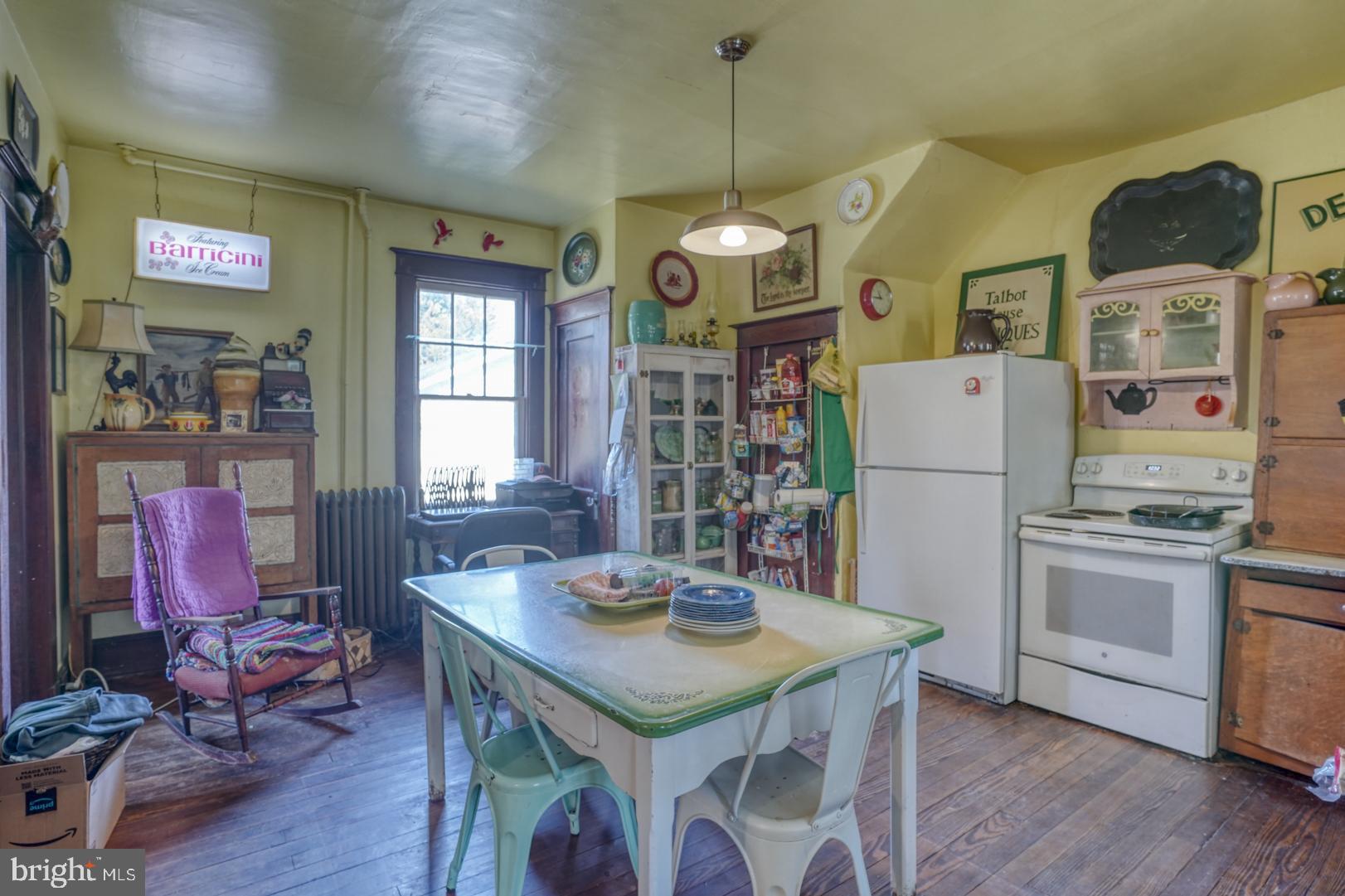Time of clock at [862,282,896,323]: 10:45
